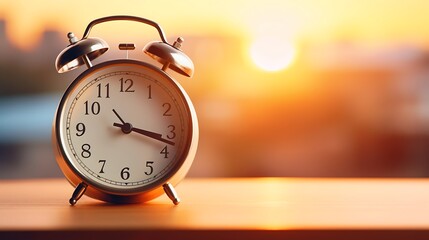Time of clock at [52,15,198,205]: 3:18
